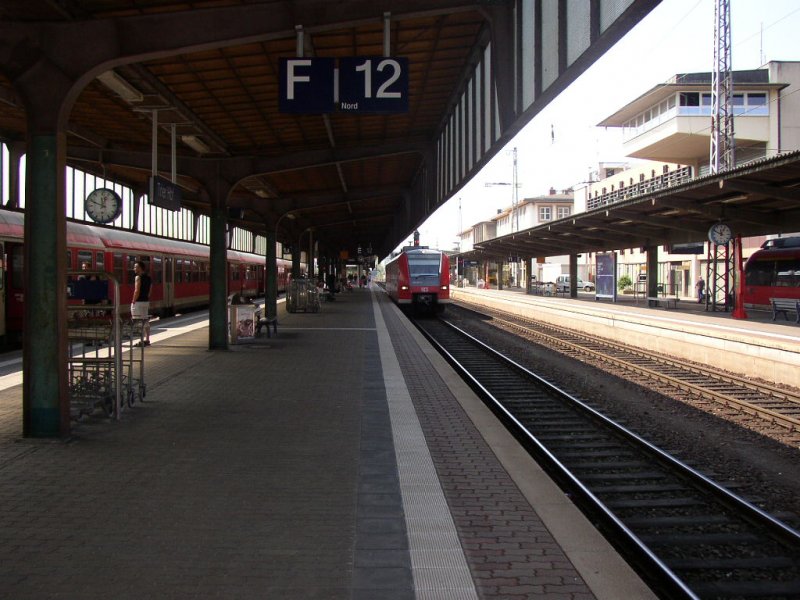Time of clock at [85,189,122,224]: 11:48
